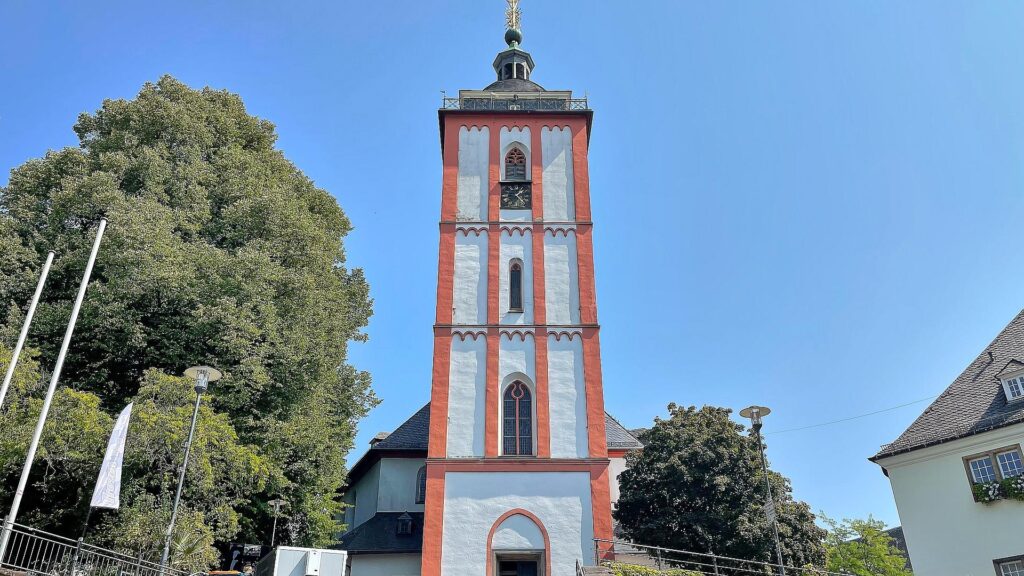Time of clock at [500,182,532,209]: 1:23
